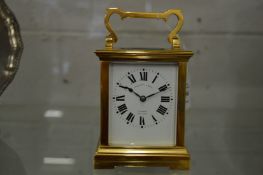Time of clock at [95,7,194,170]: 10:11
